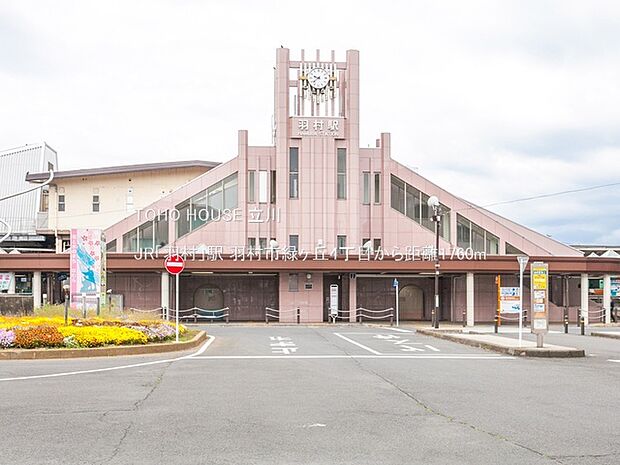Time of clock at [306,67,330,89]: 9:38
